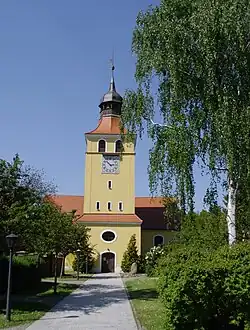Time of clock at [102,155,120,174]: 2:52
